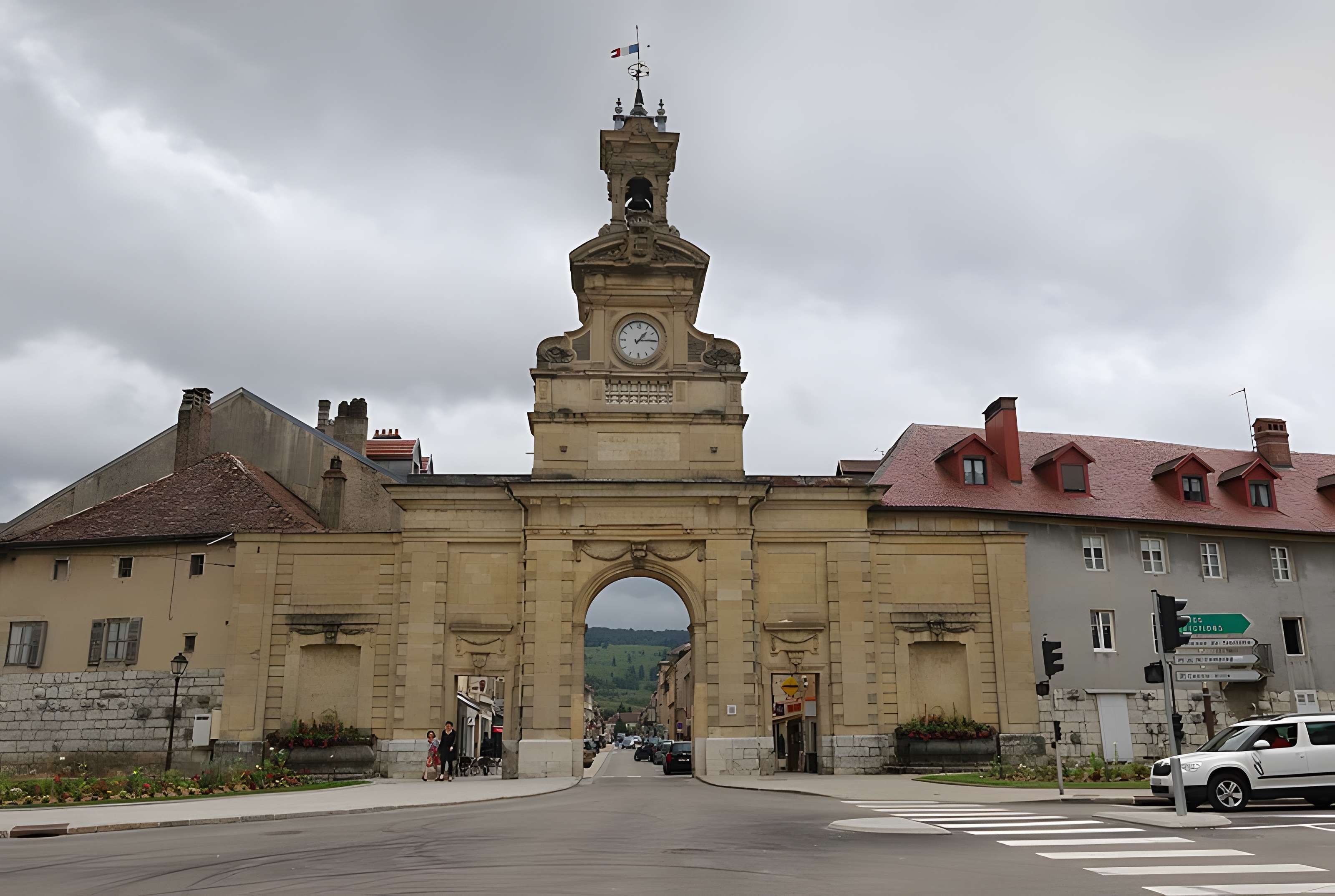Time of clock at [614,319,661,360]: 1:14
